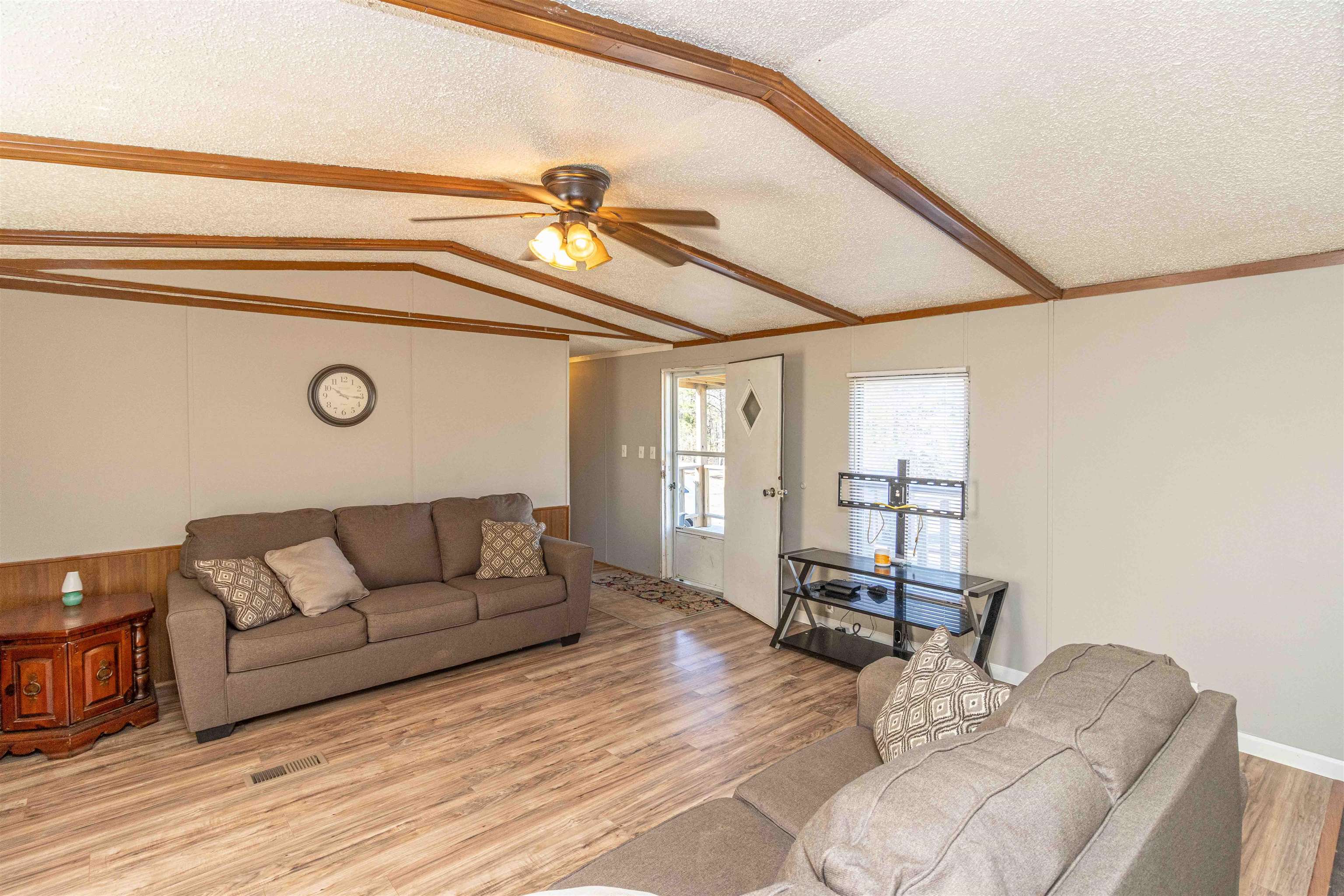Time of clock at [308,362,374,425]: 10:15
